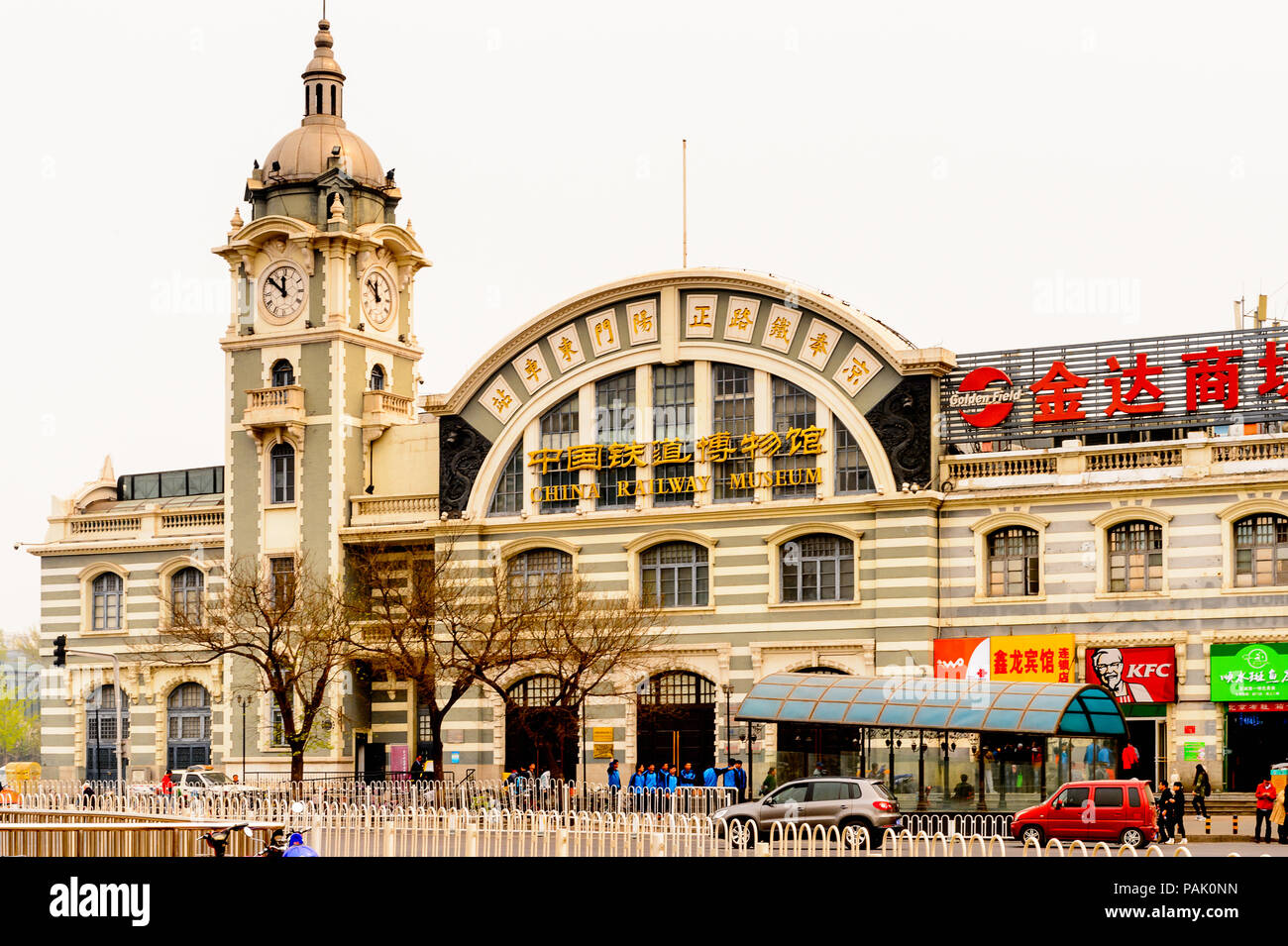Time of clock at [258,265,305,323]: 11:51
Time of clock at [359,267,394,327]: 11:51
